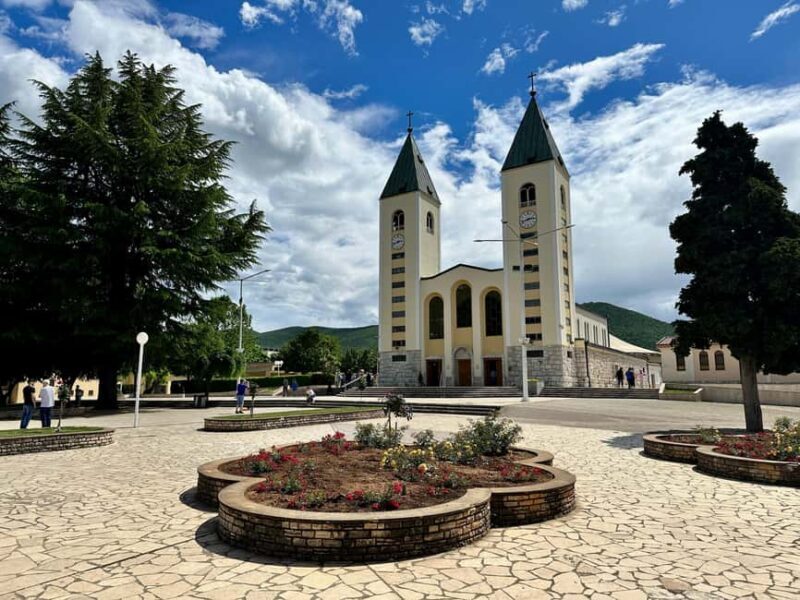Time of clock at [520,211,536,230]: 2:42
